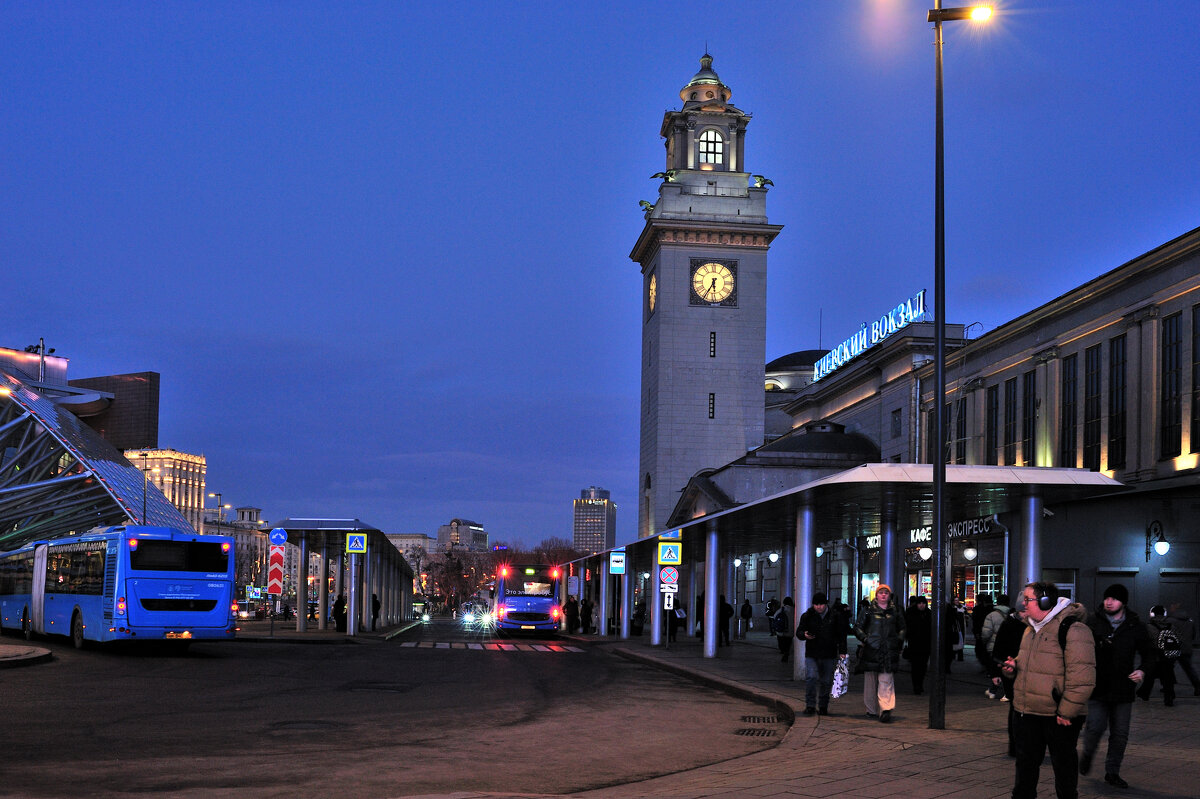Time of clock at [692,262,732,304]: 5:35
